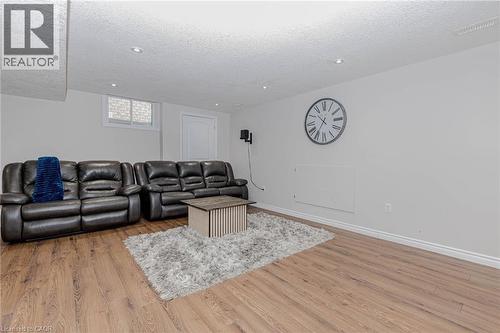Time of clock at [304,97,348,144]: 10:35
